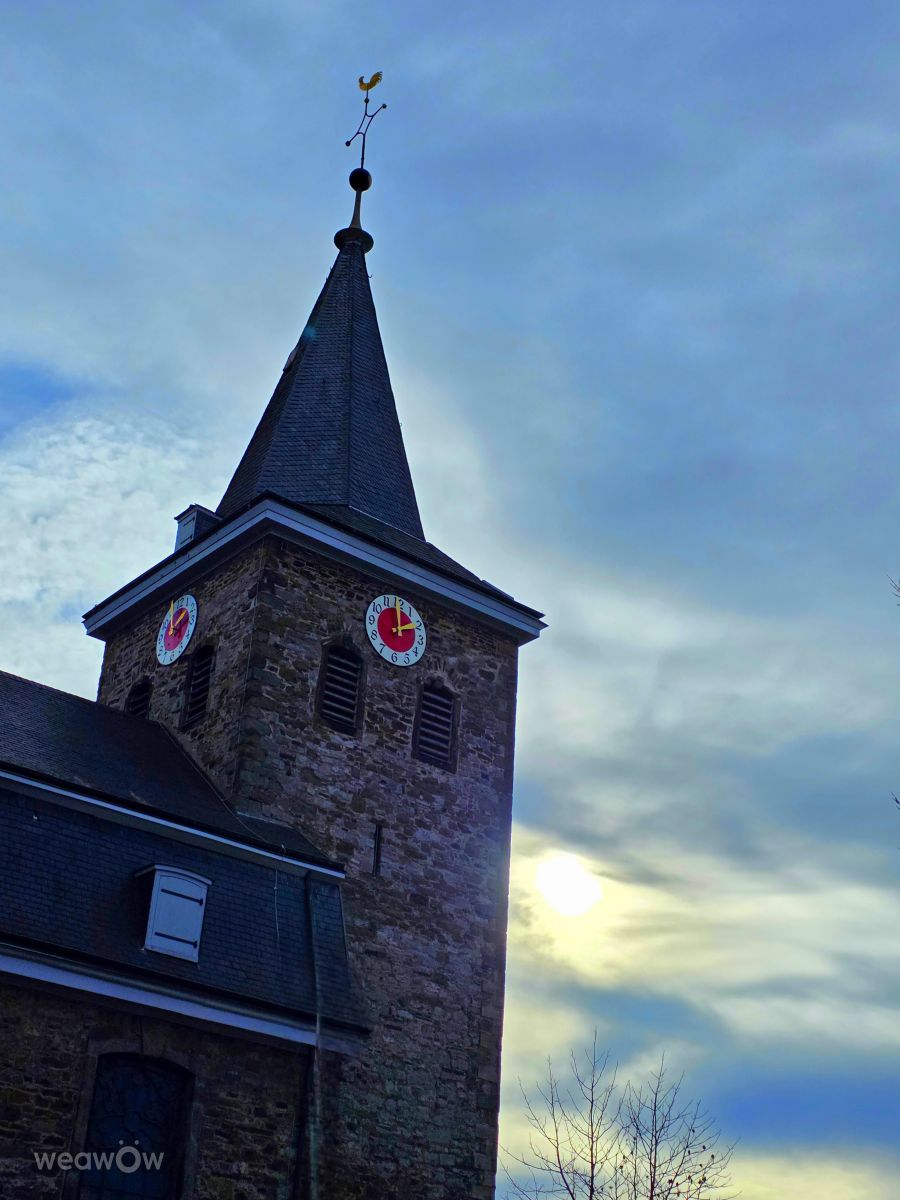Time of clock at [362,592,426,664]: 1:59
